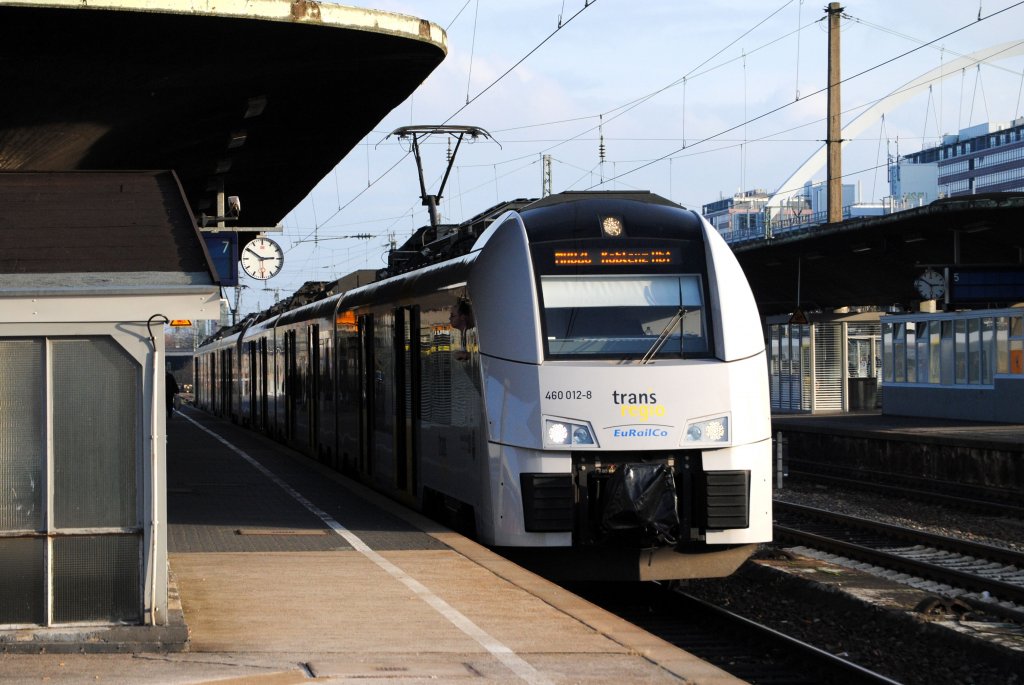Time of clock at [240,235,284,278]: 2:50
